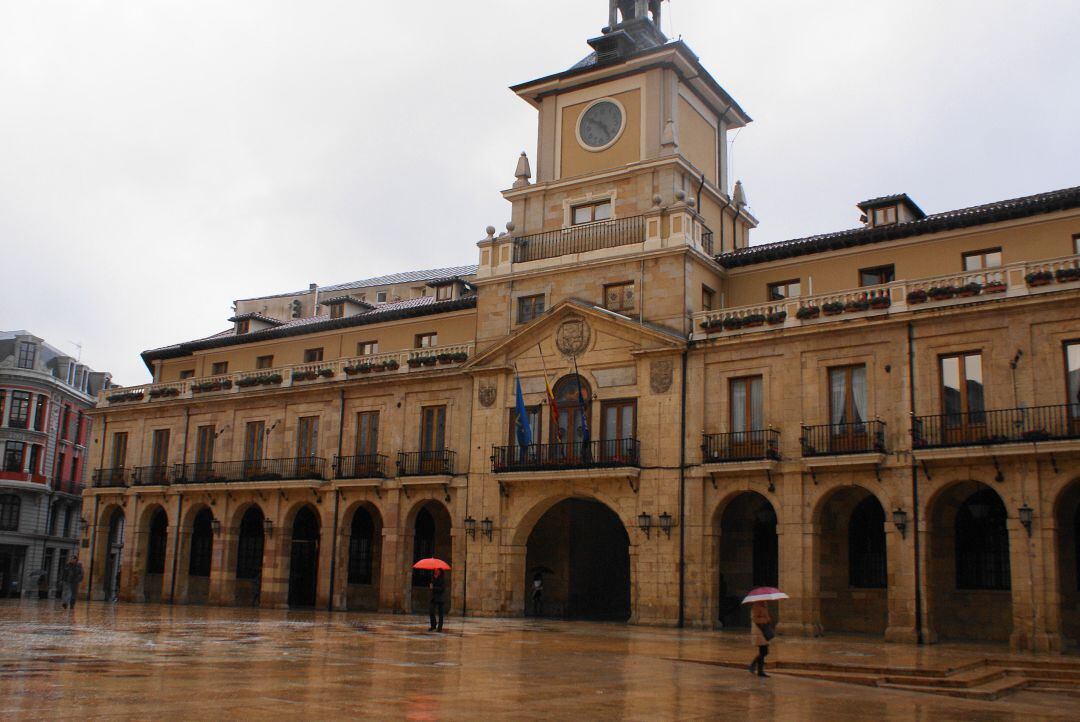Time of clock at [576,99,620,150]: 4:50
